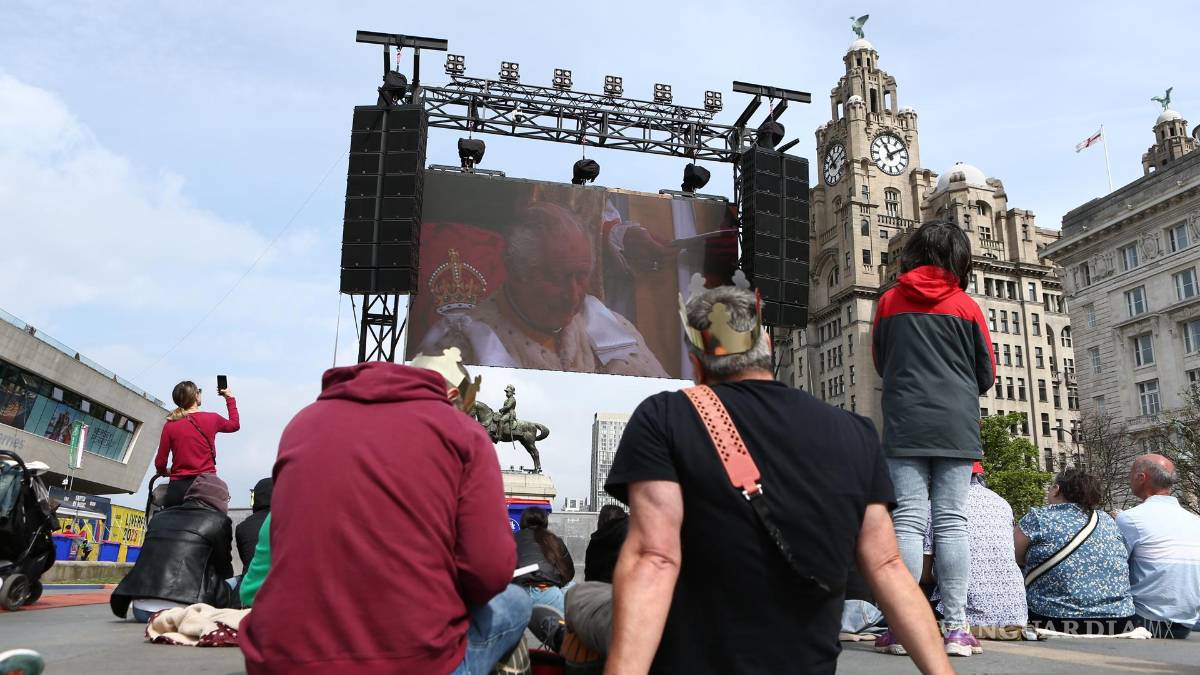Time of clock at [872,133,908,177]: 11:09
